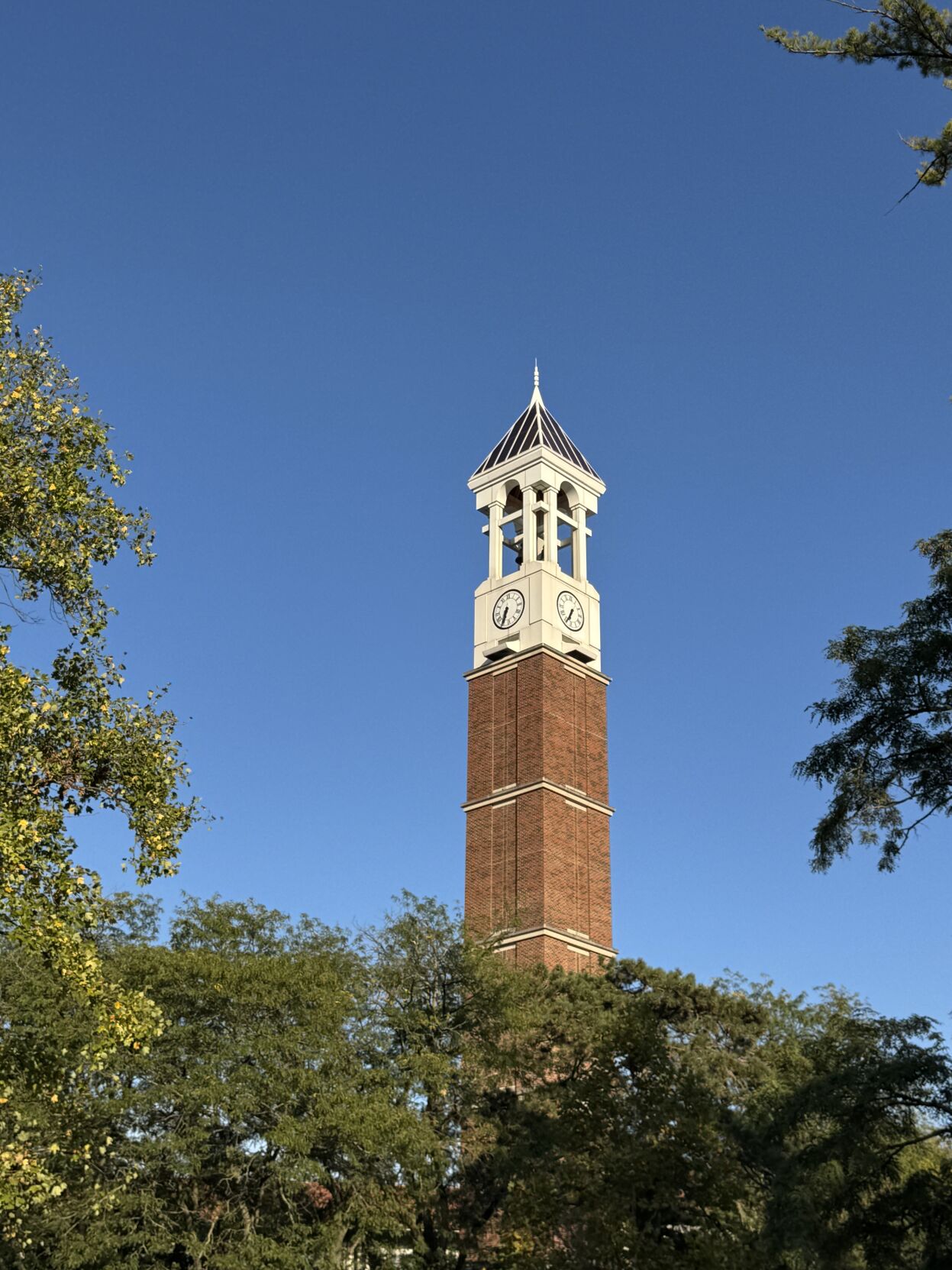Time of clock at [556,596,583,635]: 6:34
